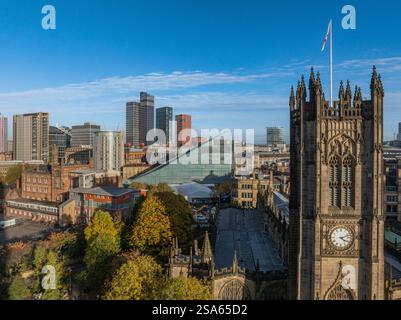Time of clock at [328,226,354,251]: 4:12
